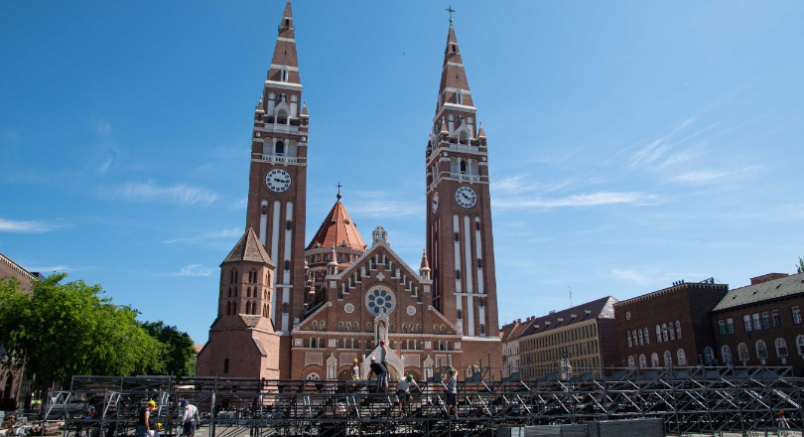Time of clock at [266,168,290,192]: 3:16
